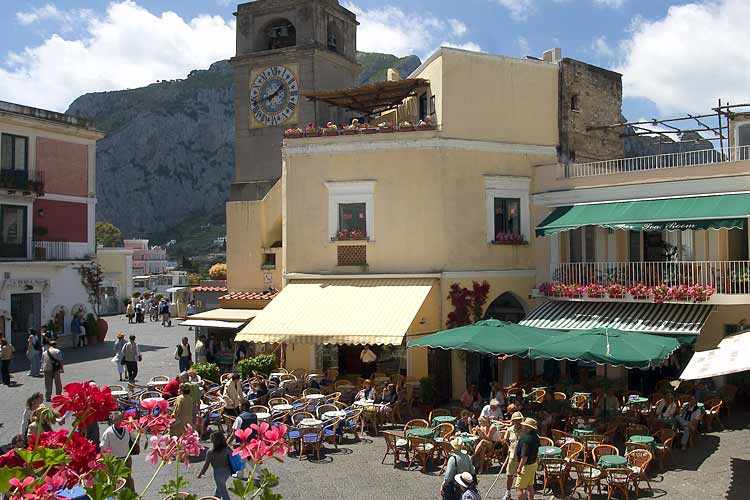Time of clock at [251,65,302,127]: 1:42
